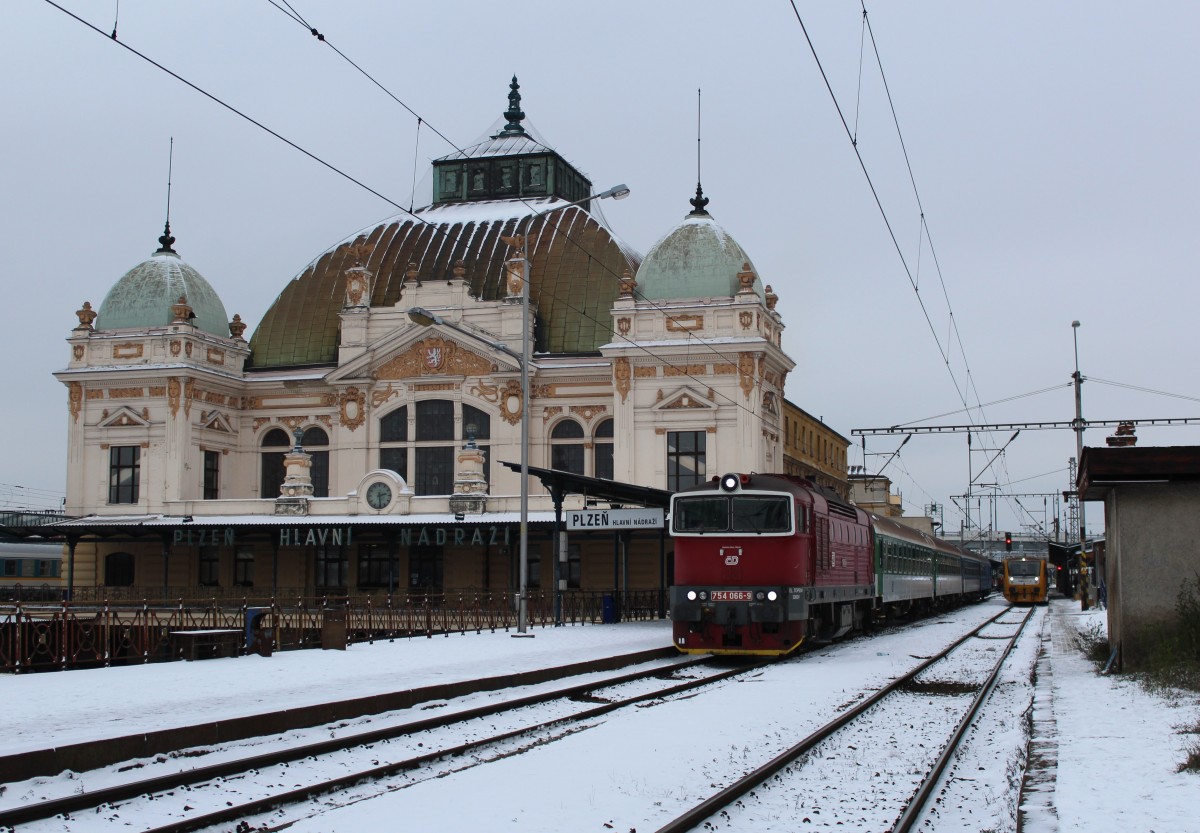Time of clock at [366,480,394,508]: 2:29
